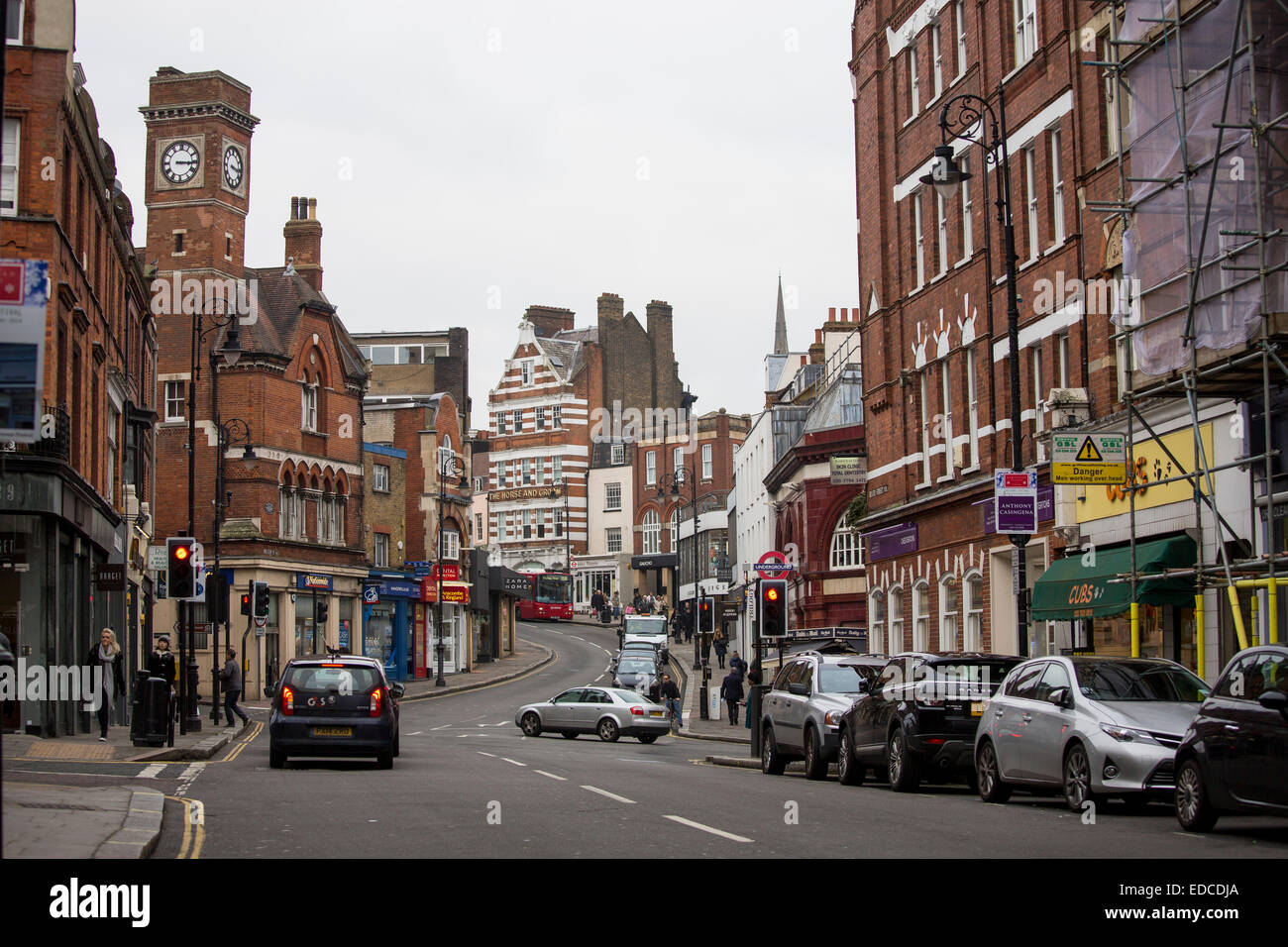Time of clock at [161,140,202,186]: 3:15
